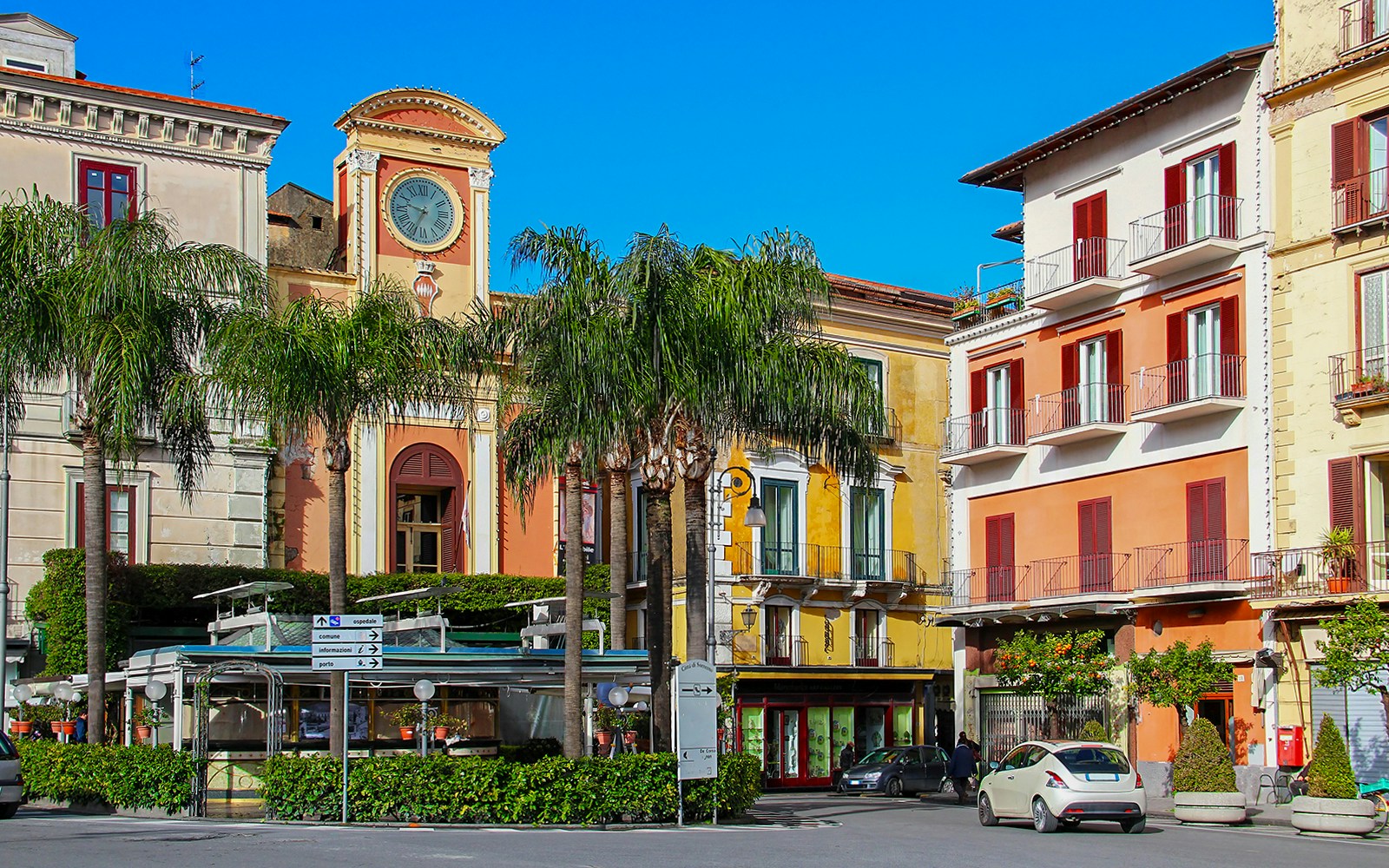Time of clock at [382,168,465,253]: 9:34
